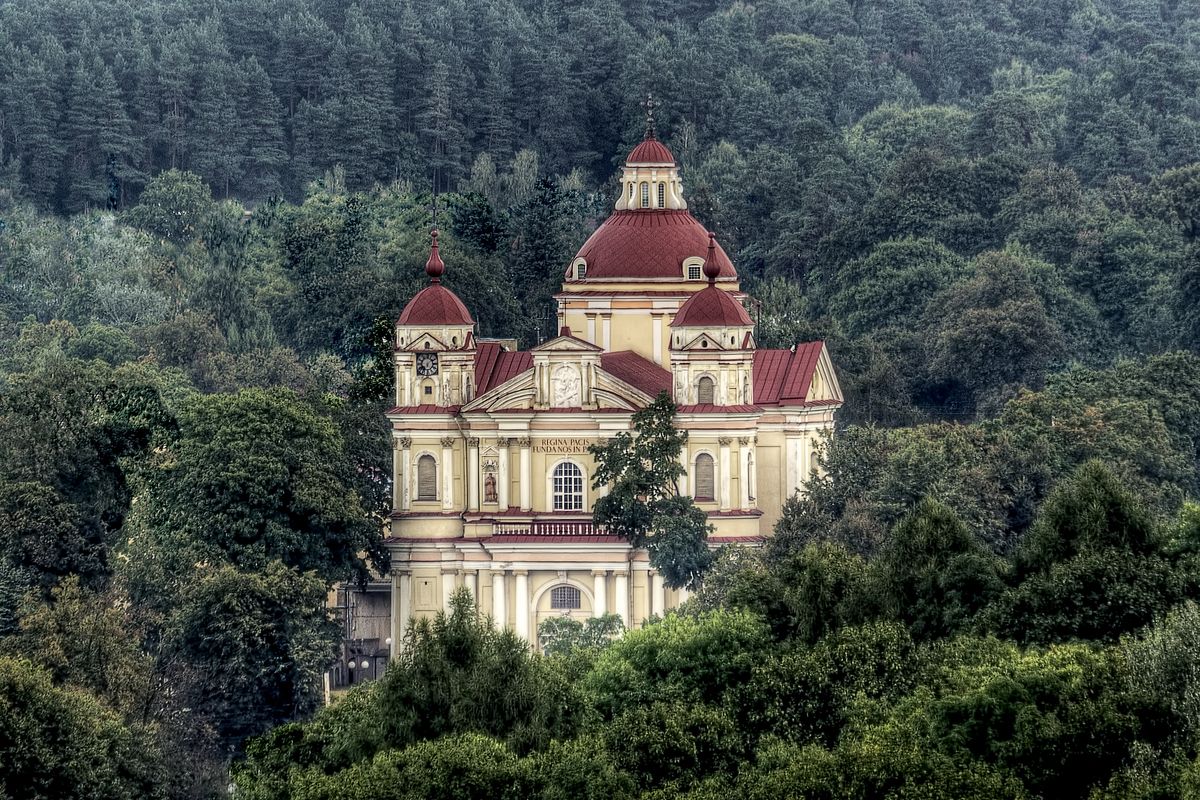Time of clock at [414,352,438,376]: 6:08
